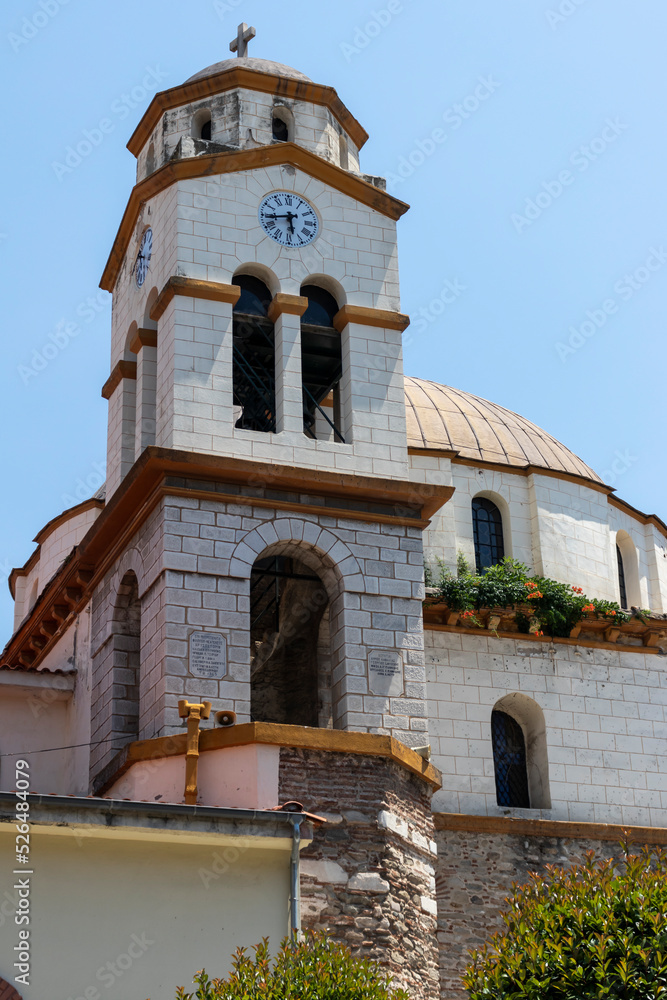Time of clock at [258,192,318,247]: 5:43
